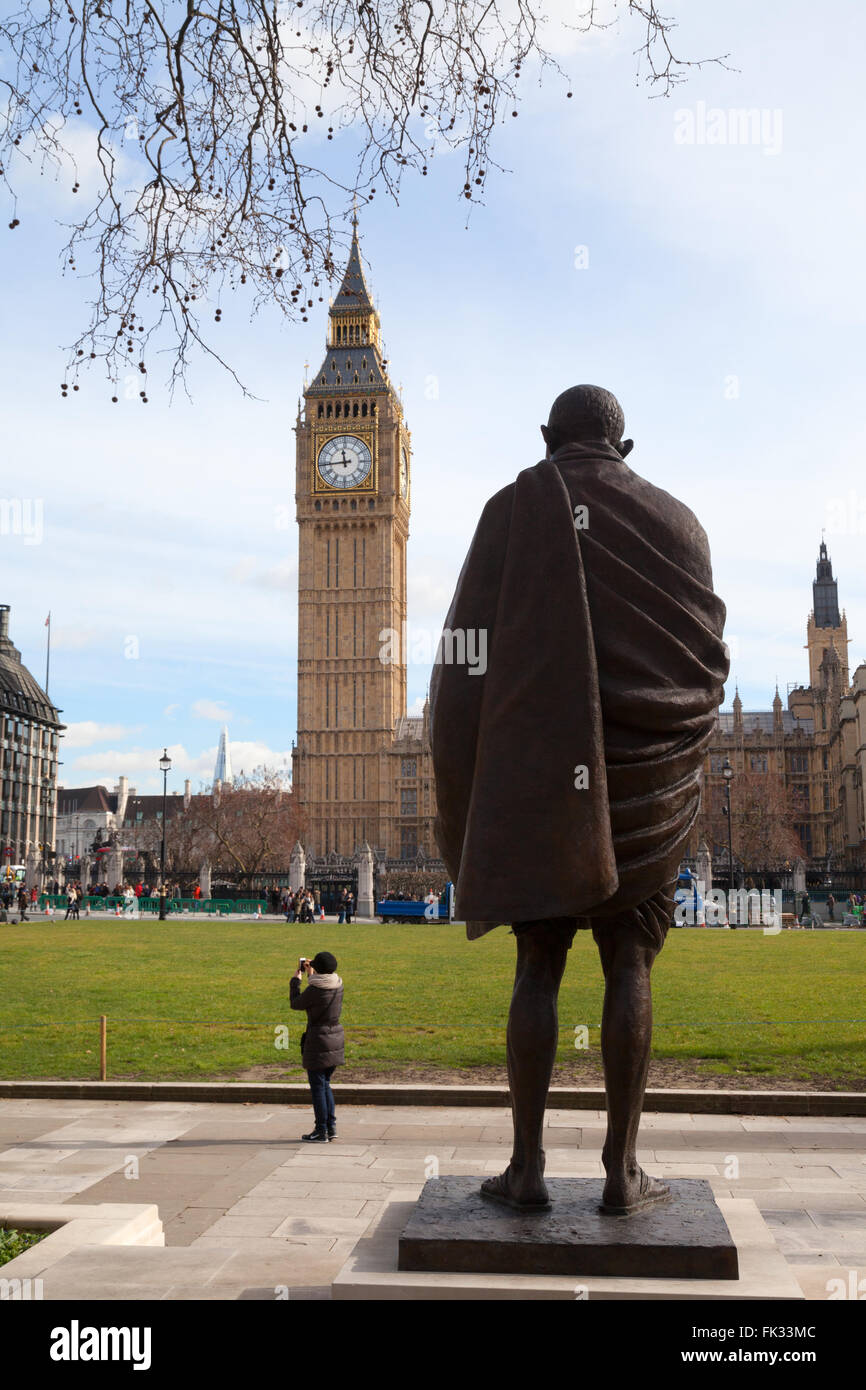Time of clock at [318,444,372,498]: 11:44
